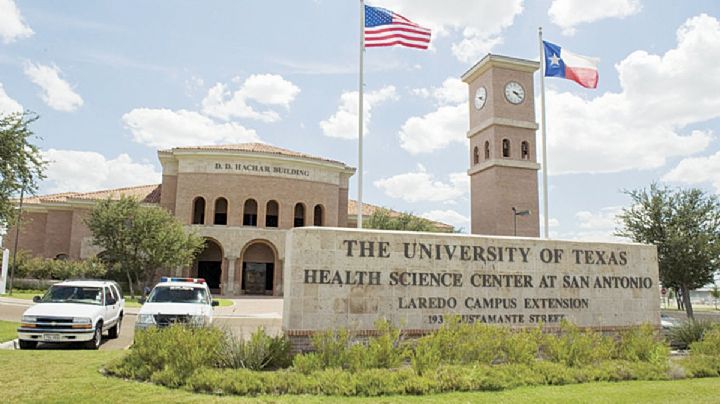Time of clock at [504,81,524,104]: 3:21
